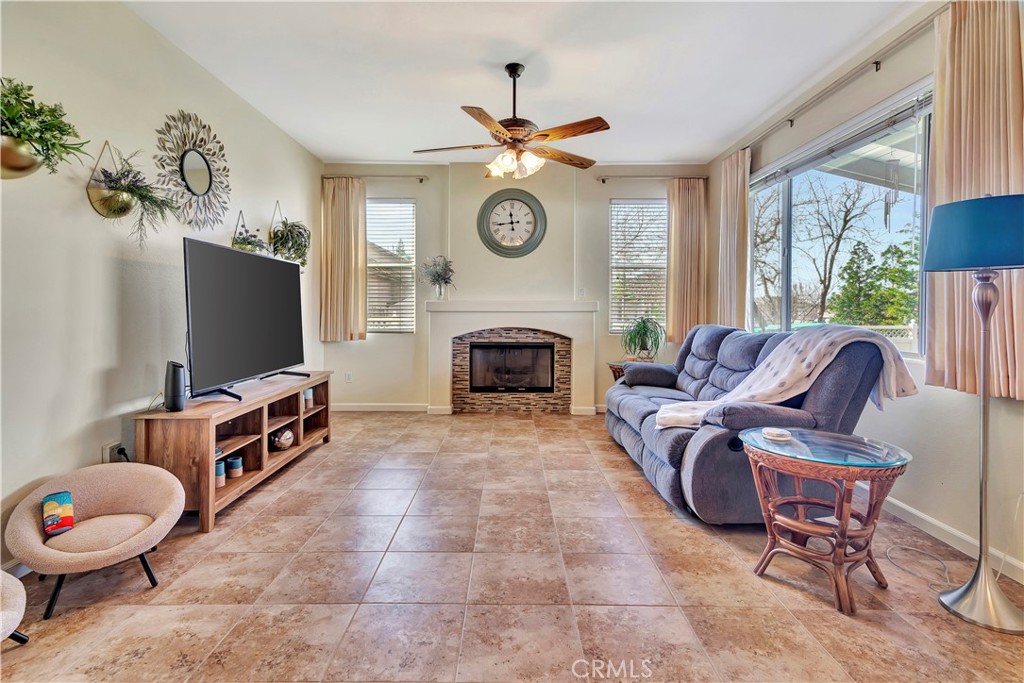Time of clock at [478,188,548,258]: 11:43
